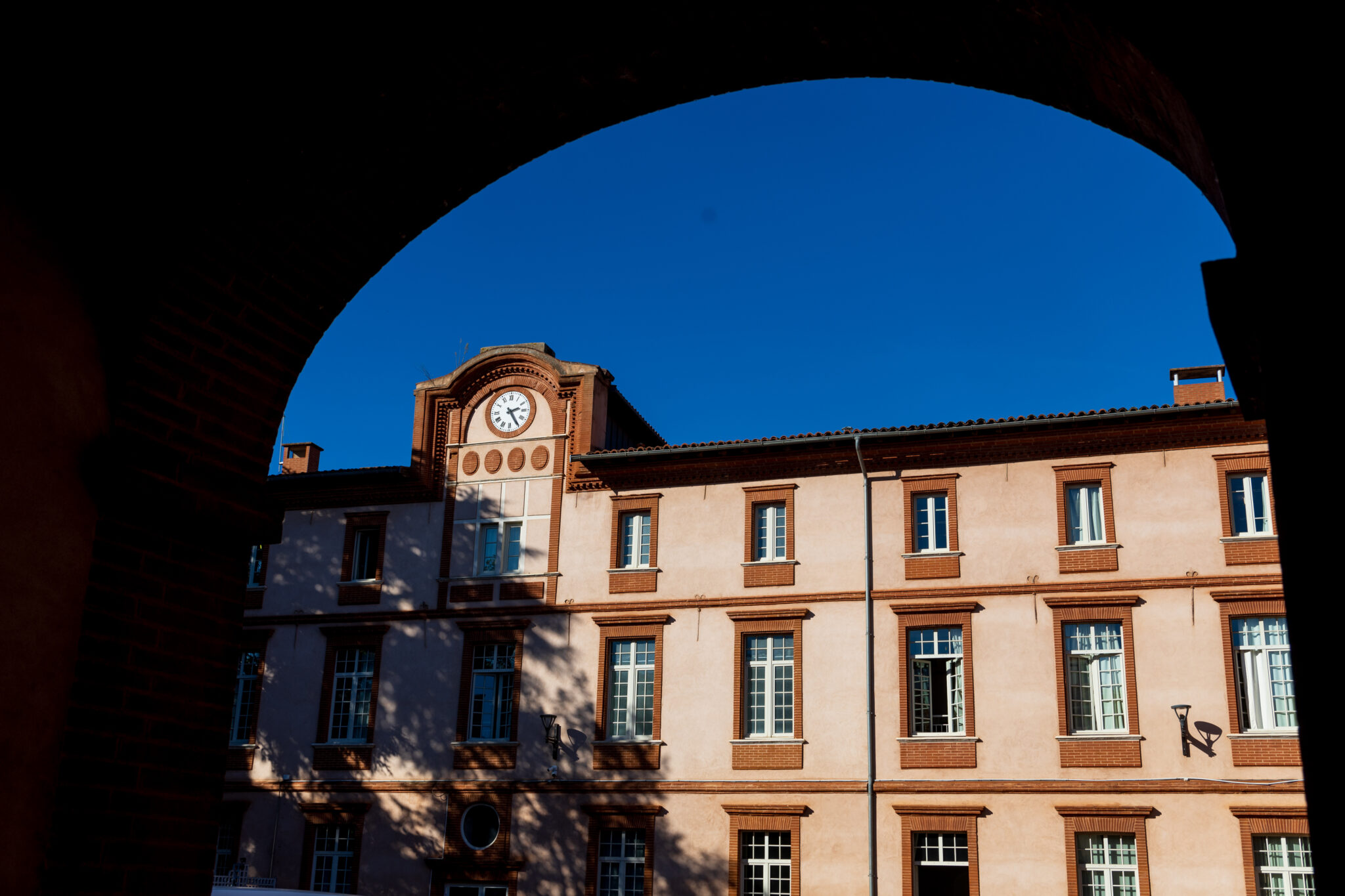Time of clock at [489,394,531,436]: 2:24
